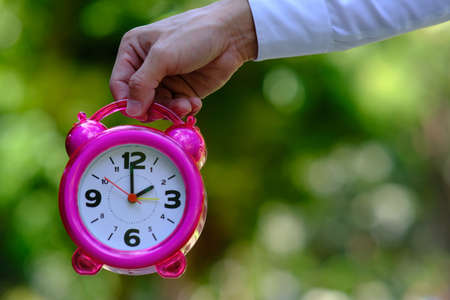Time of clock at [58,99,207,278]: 1:59
